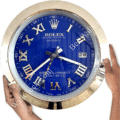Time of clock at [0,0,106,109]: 3:38
